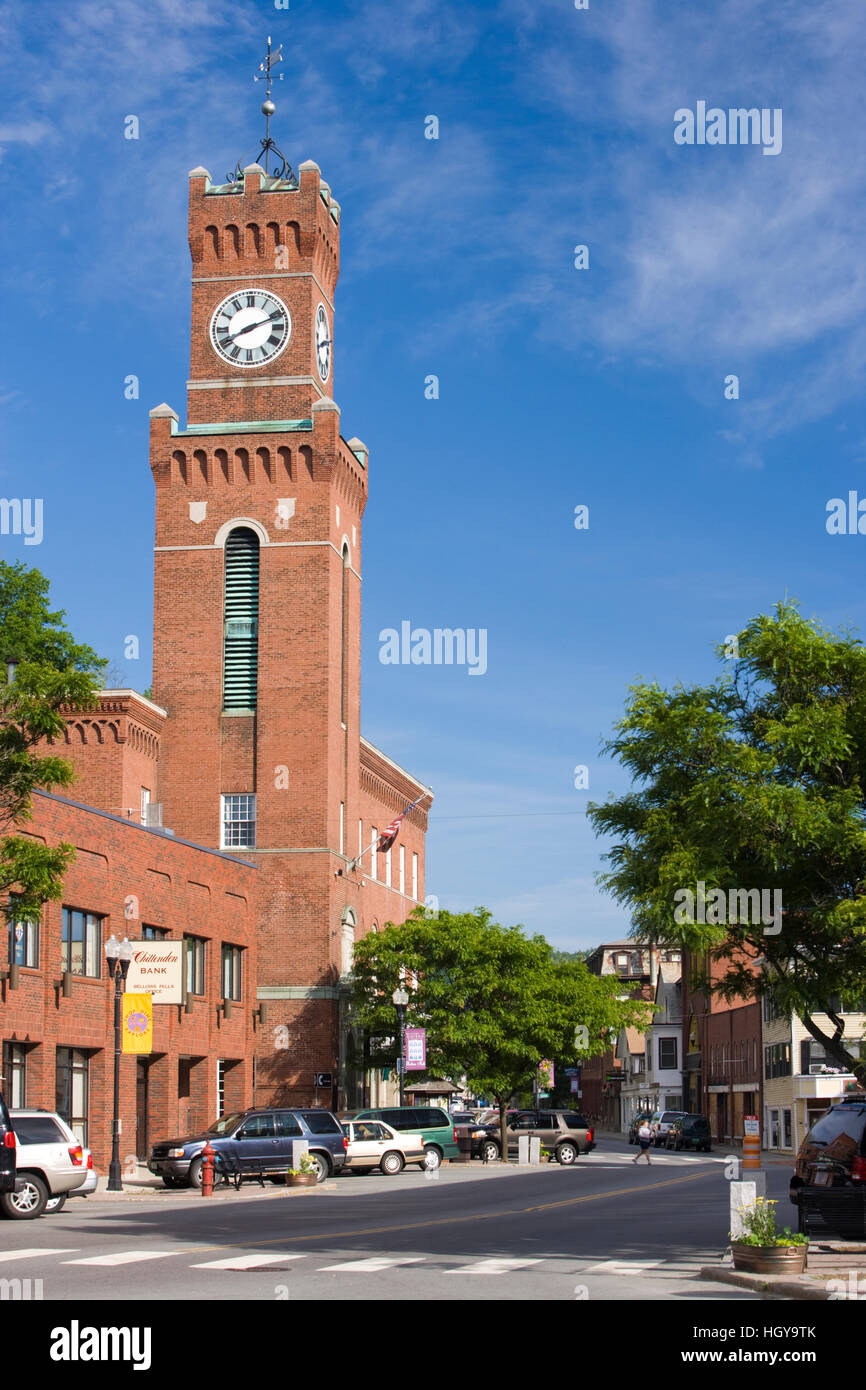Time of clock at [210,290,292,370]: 8:11
